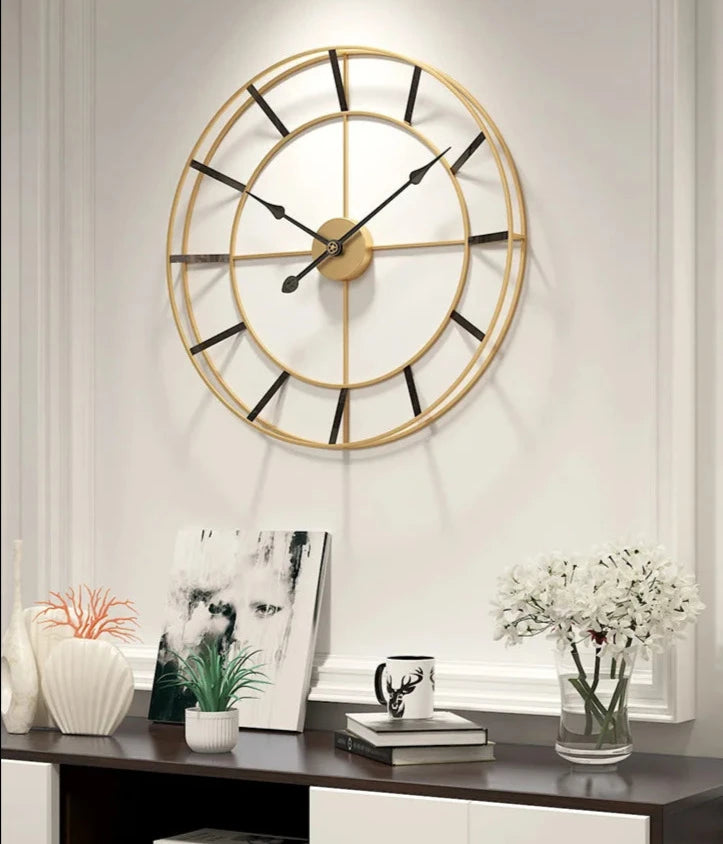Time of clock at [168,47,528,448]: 1:50
